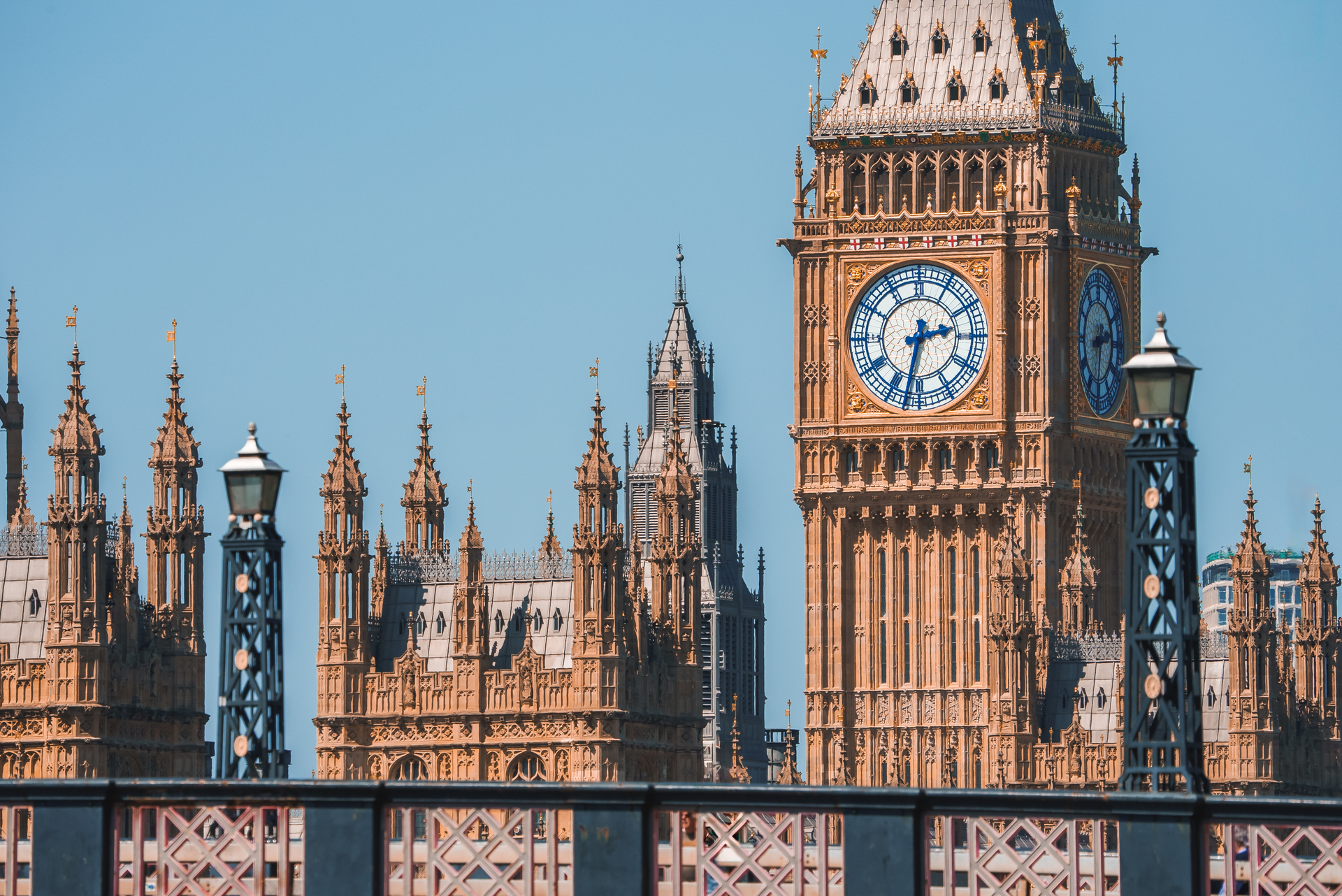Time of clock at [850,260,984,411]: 2:32
